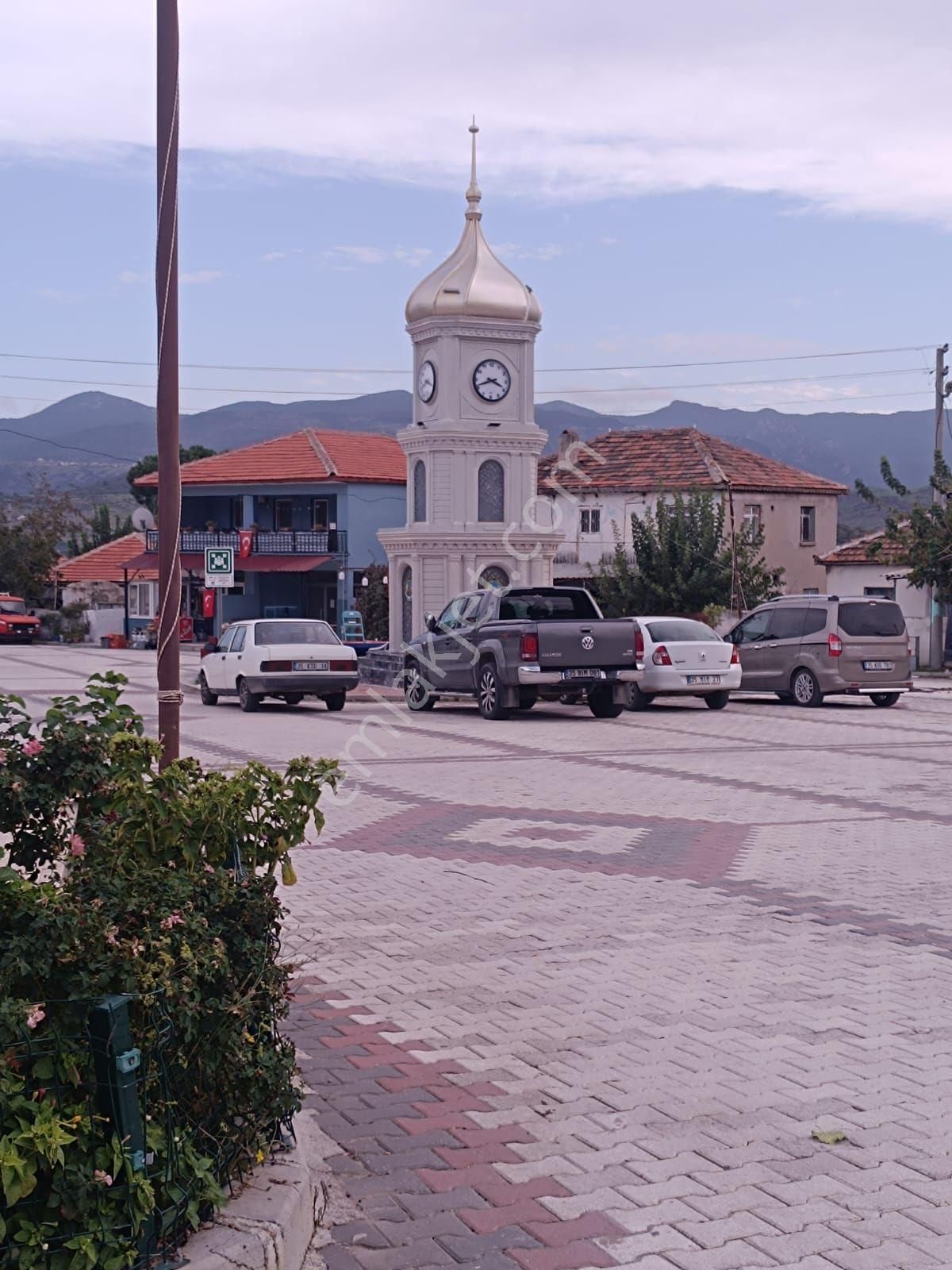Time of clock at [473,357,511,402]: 3:41
